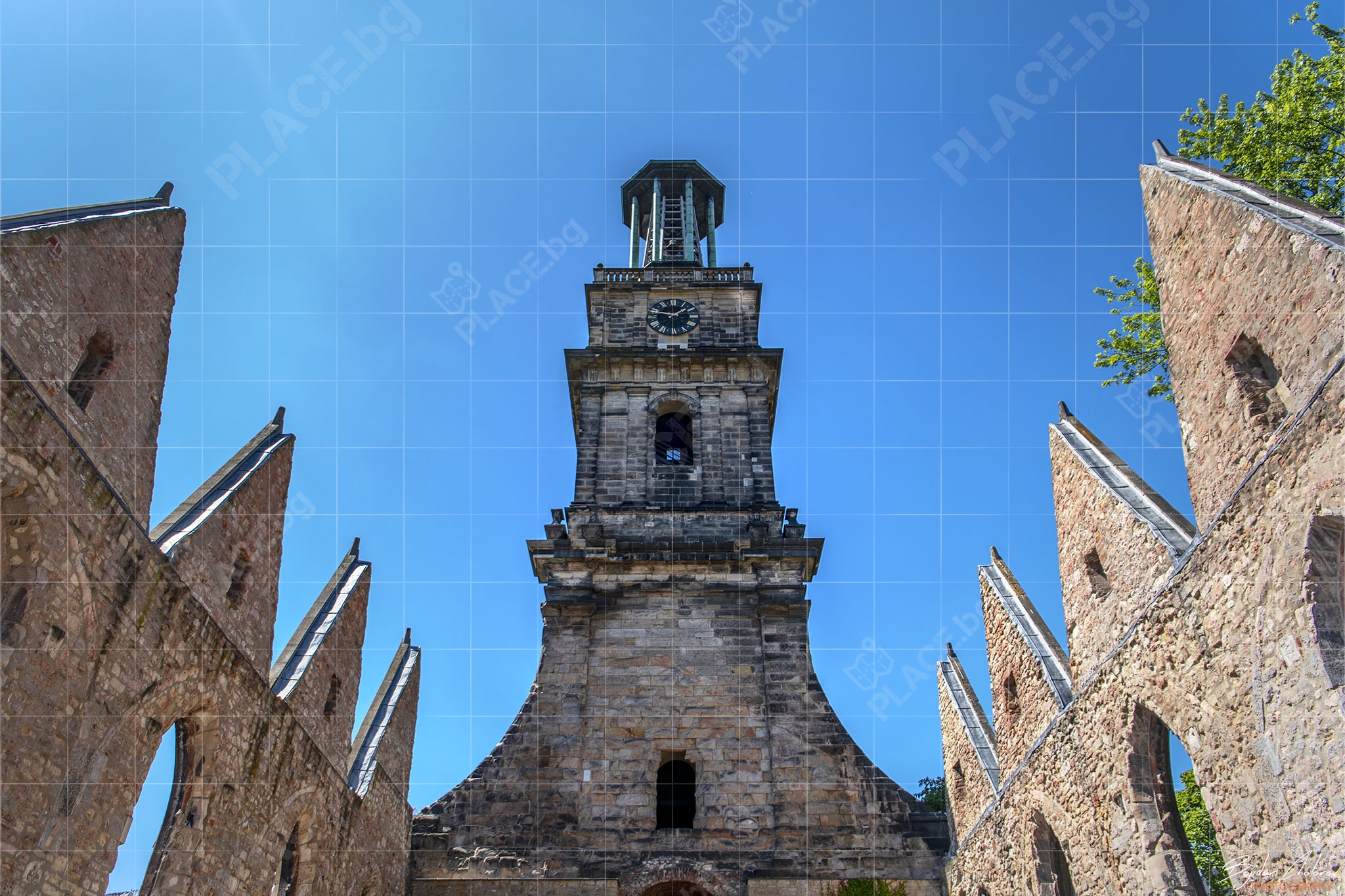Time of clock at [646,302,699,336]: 1:47
